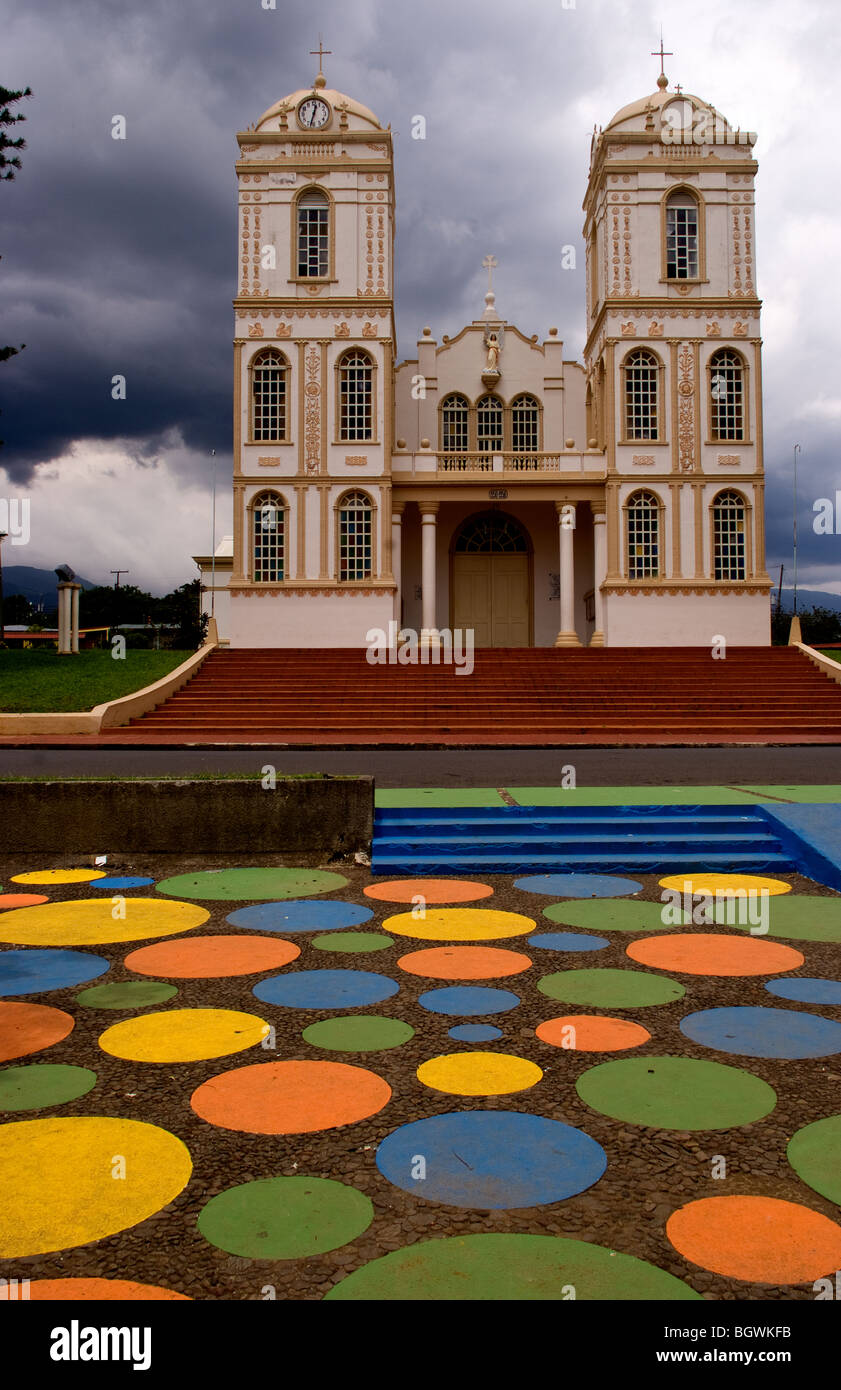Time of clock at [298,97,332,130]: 12:32
